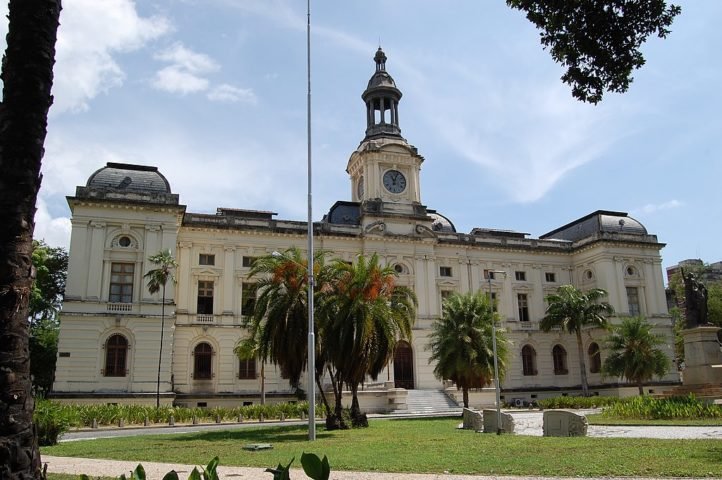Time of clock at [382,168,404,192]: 11:03
